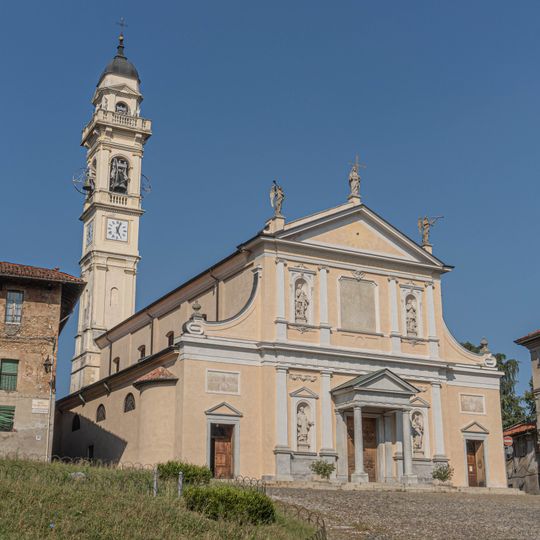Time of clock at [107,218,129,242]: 5:03
